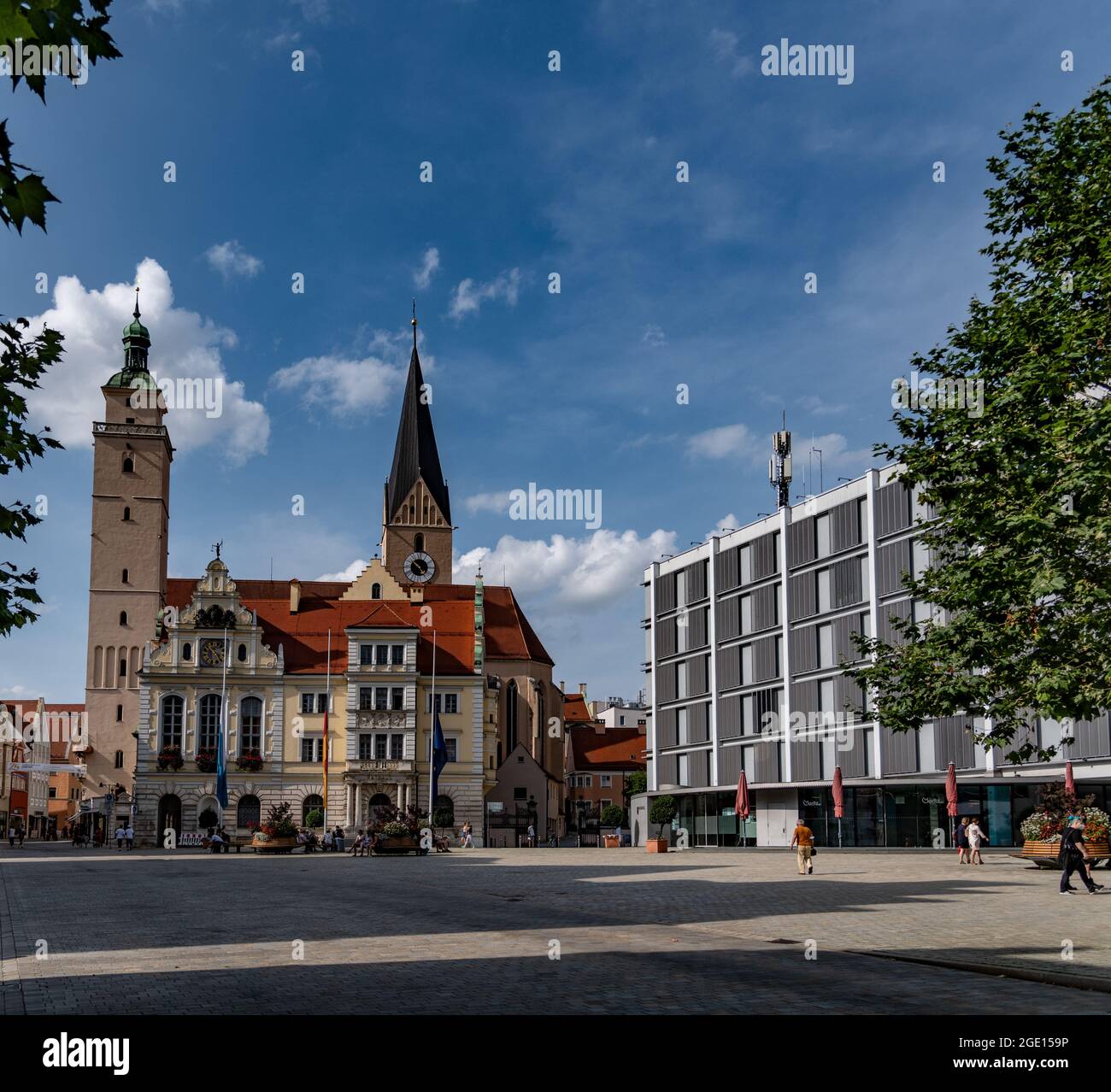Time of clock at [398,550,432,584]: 10:24
